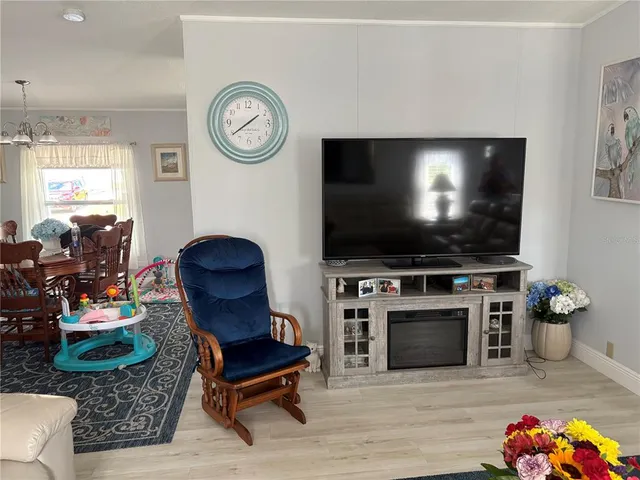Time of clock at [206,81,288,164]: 1:39
